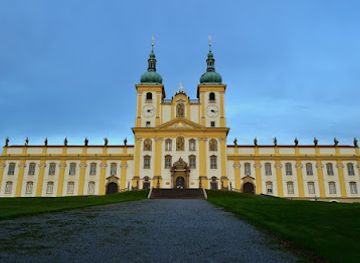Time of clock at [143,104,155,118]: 4:12
